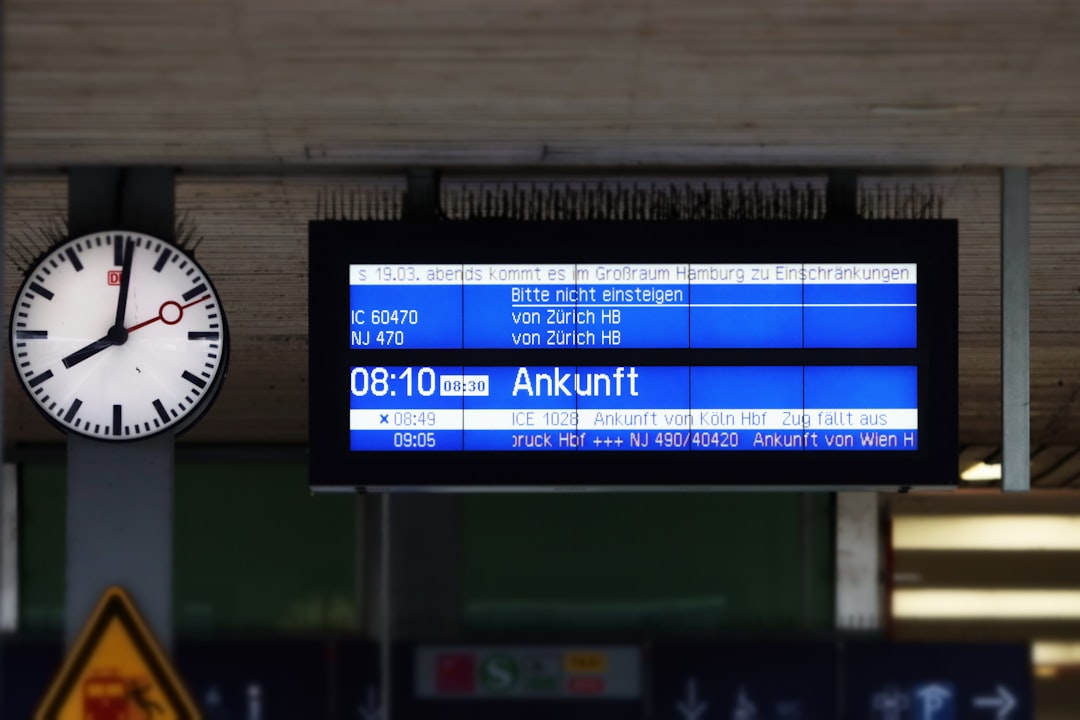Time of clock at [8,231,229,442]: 8:01
